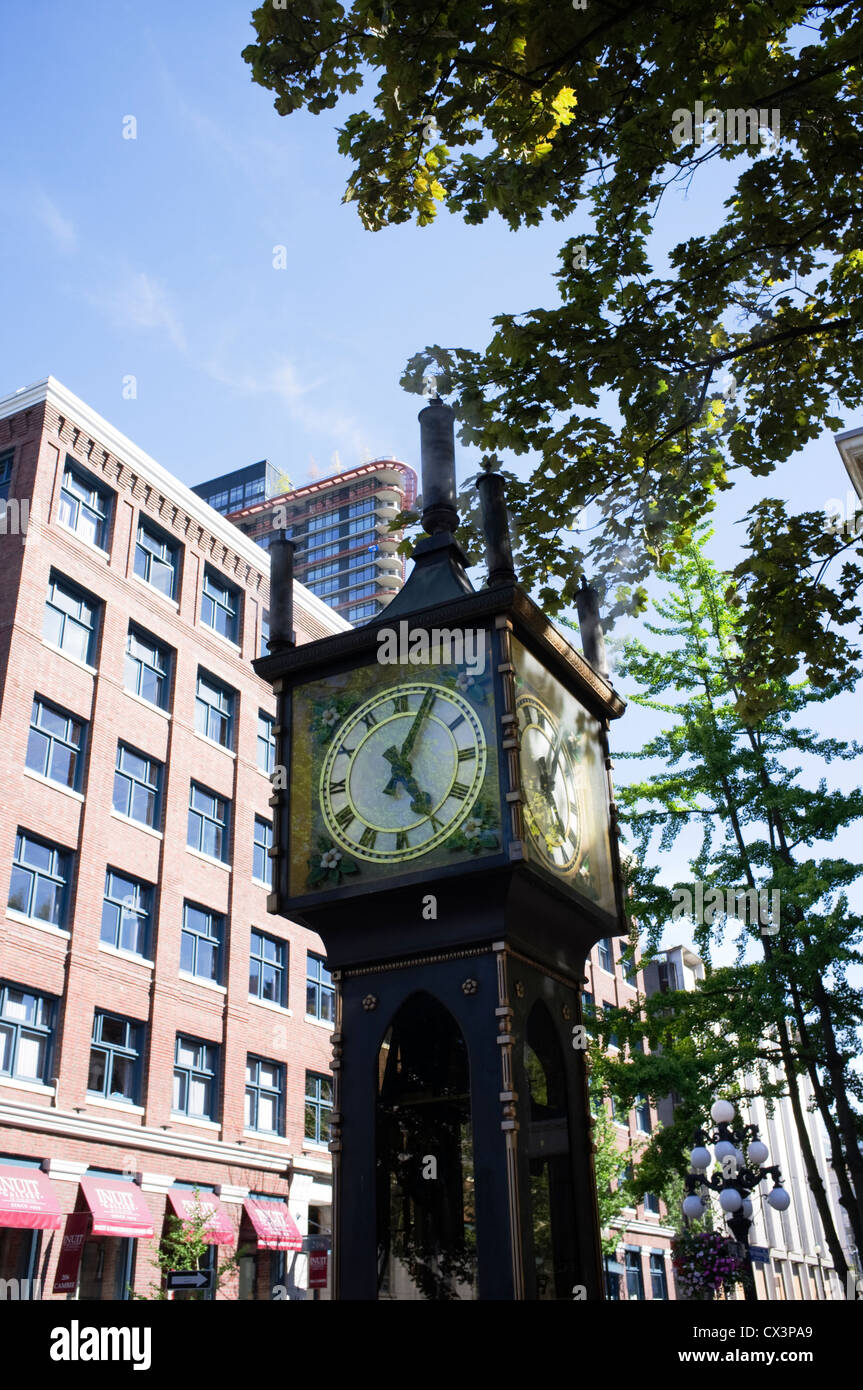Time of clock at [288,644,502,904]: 5:04
